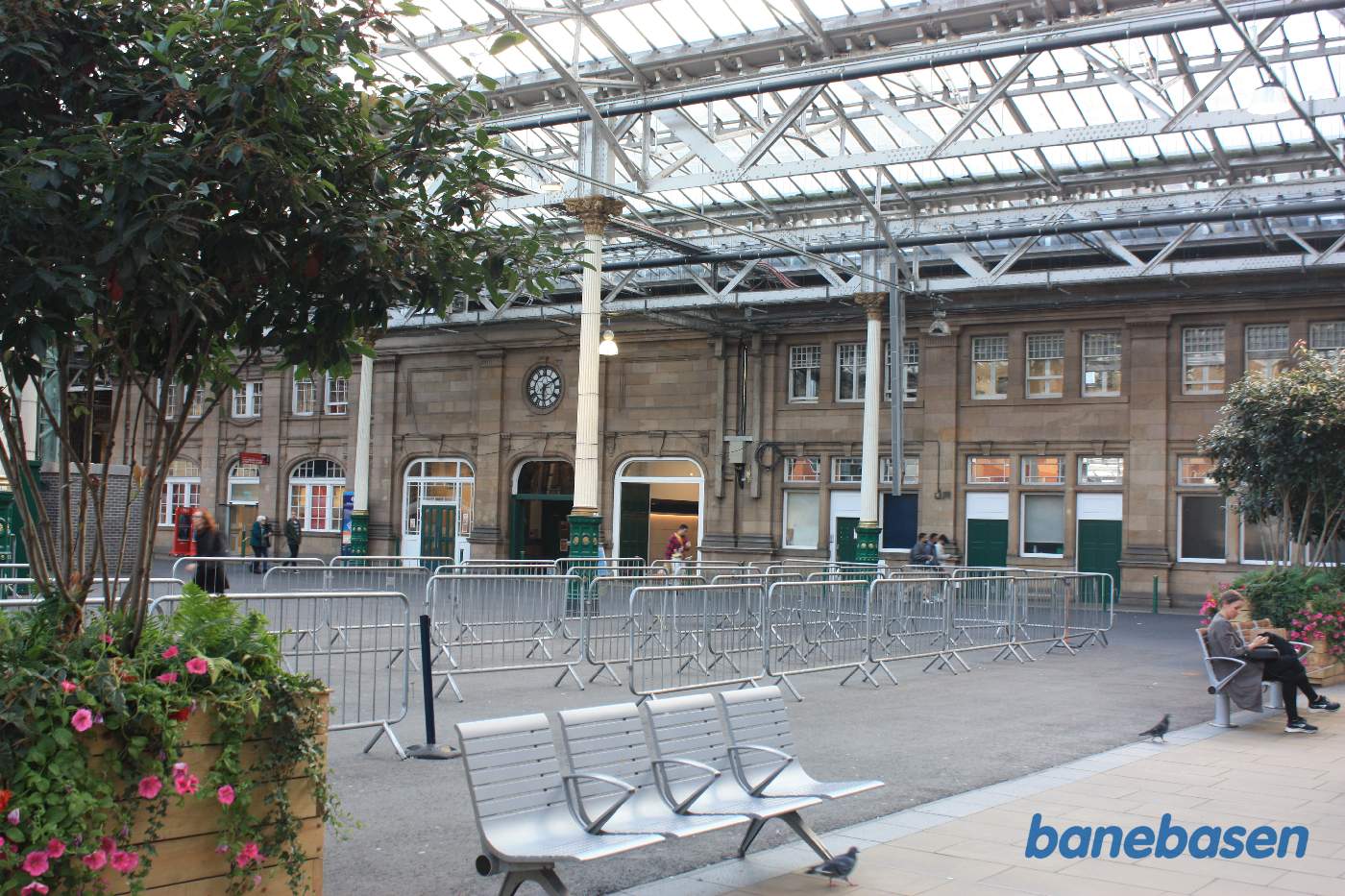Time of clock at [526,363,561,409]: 6:10
